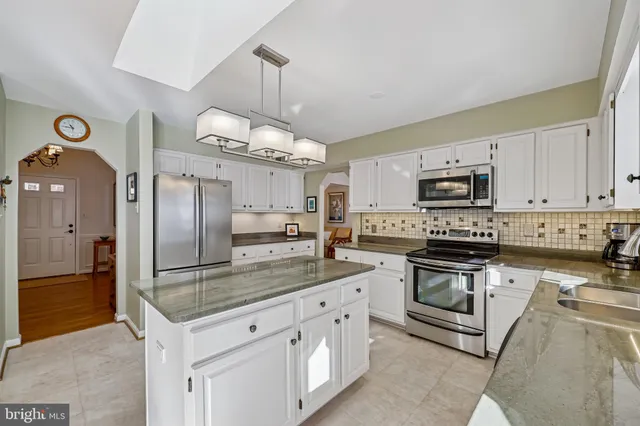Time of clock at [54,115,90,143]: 10:45
